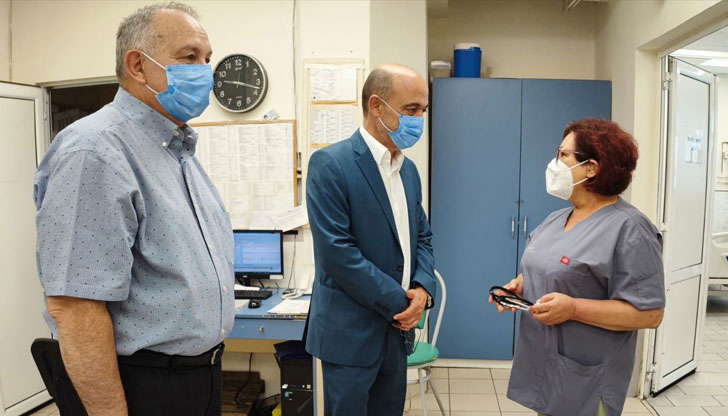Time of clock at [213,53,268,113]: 9:17
